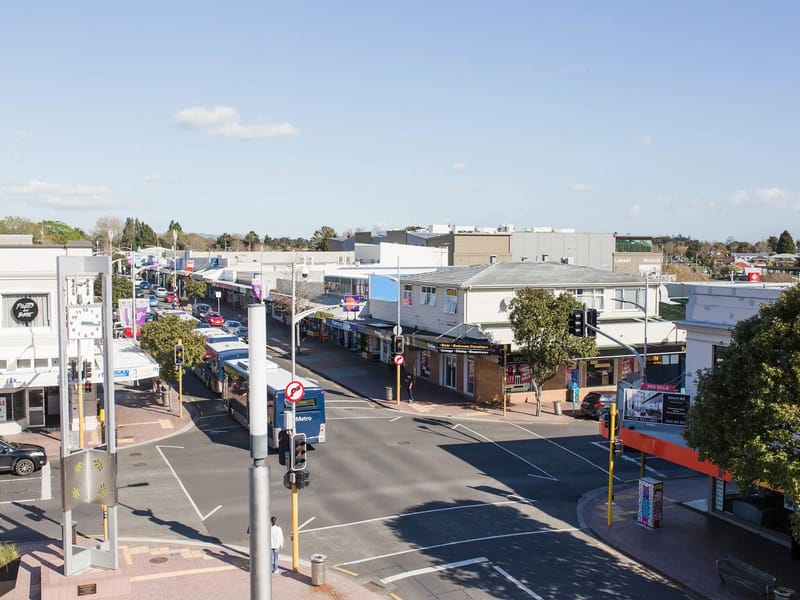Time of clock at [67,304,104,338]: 3:17
